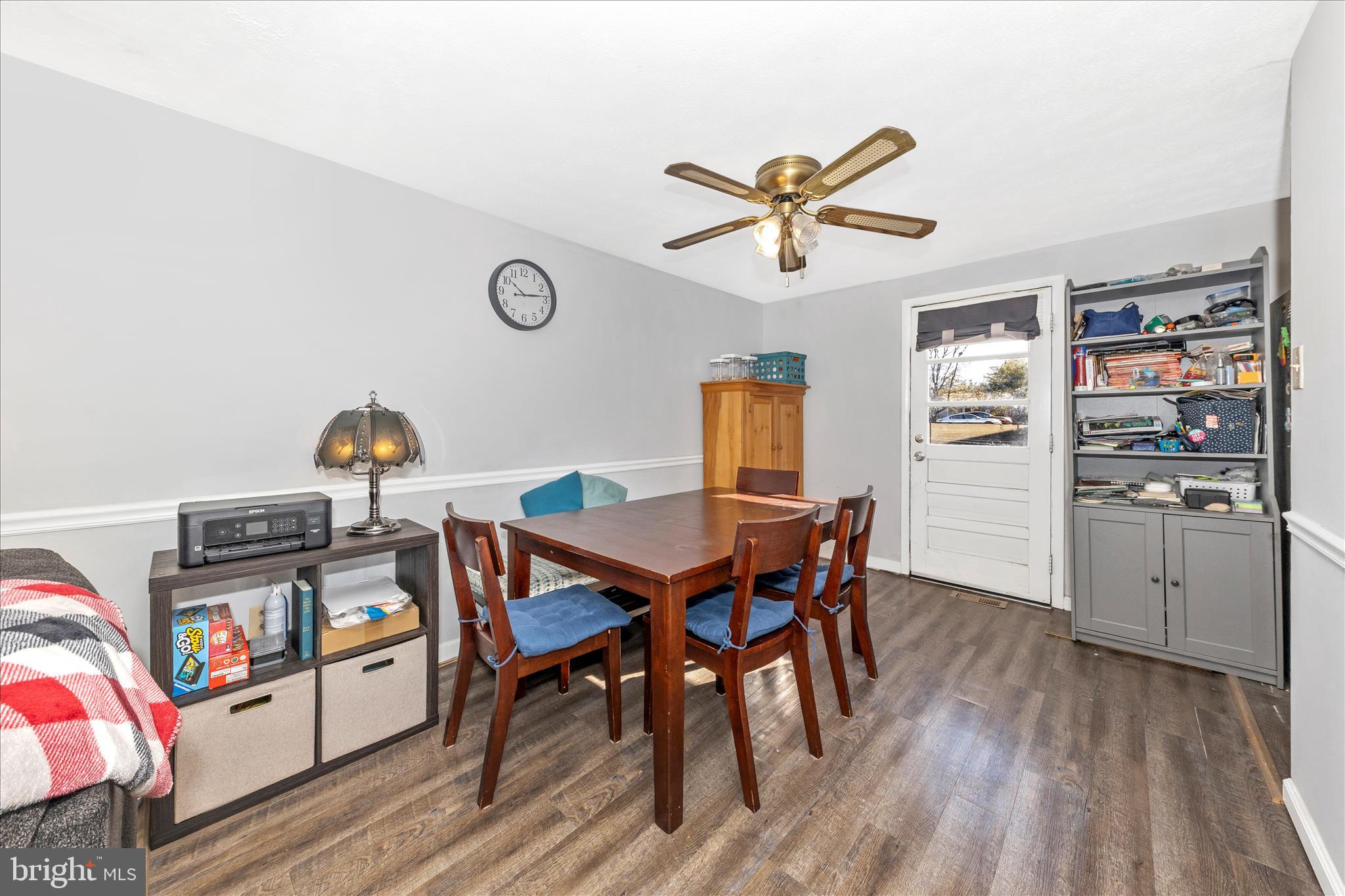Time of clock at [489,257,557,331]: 10:13
